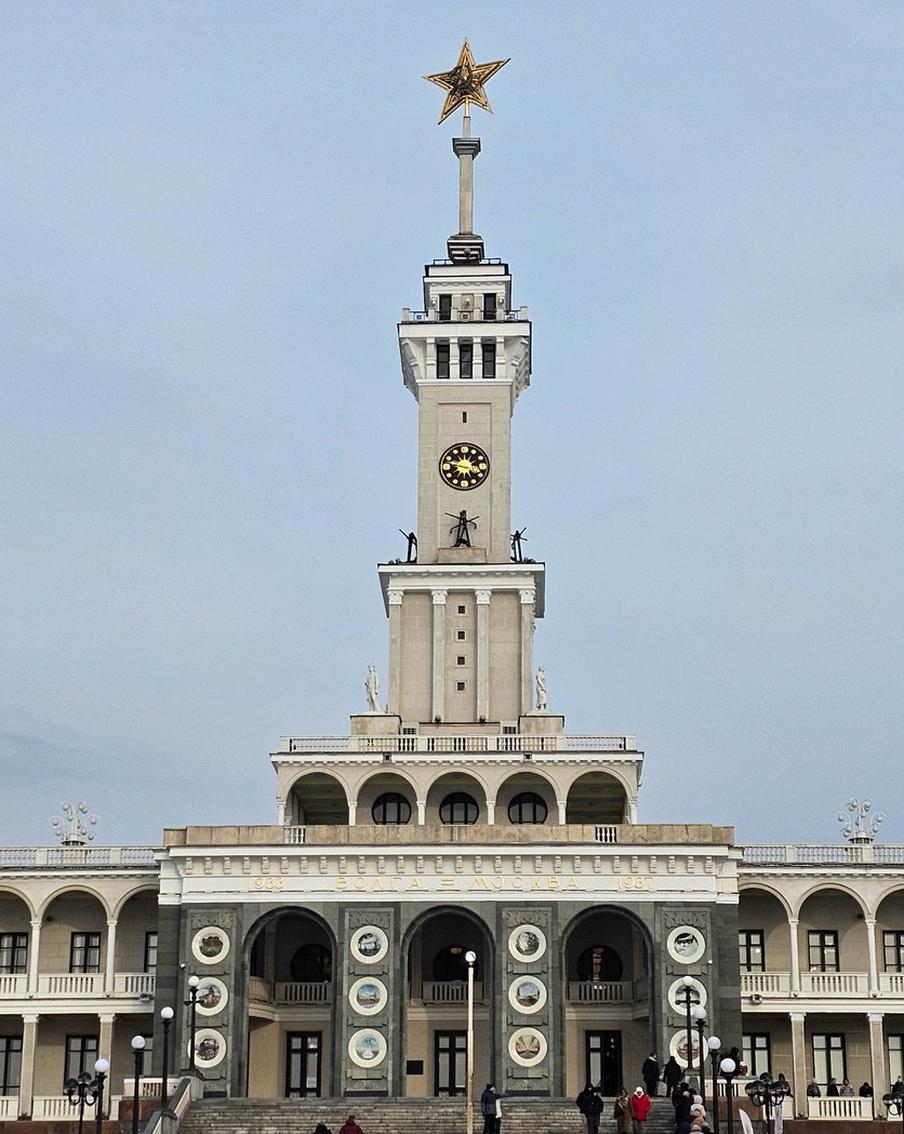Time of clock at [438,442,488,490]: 3:47
